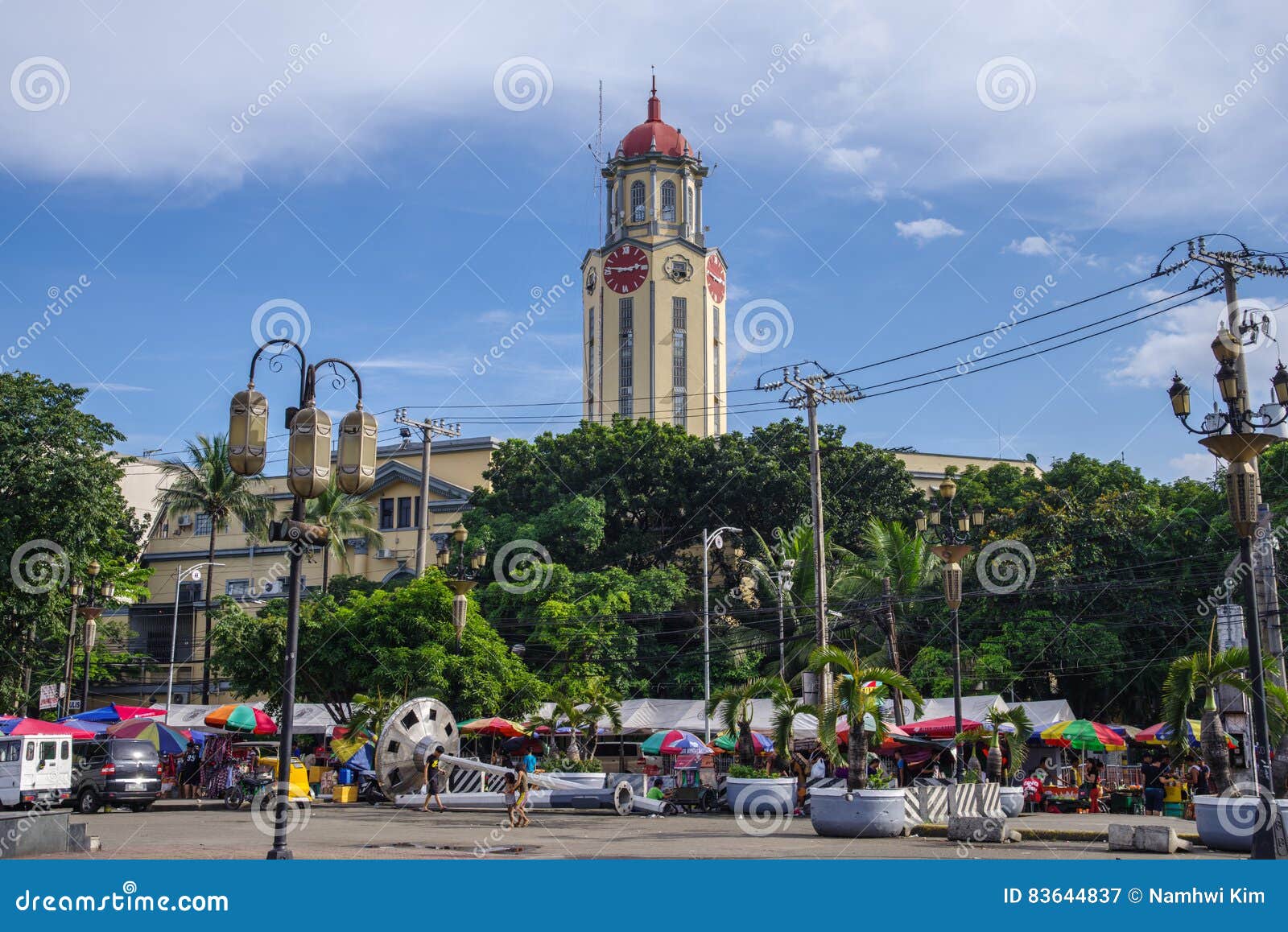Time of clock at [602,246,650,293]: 2:46
